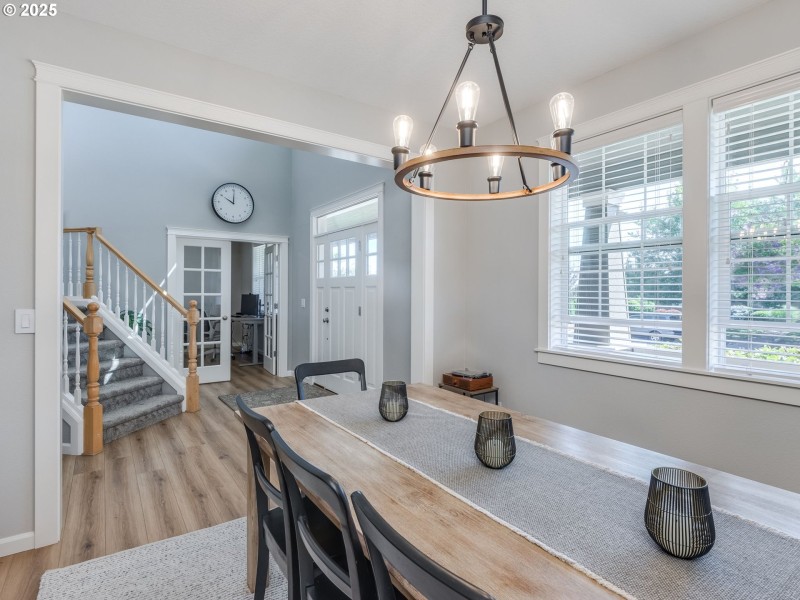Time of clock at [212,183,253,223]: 10:00
